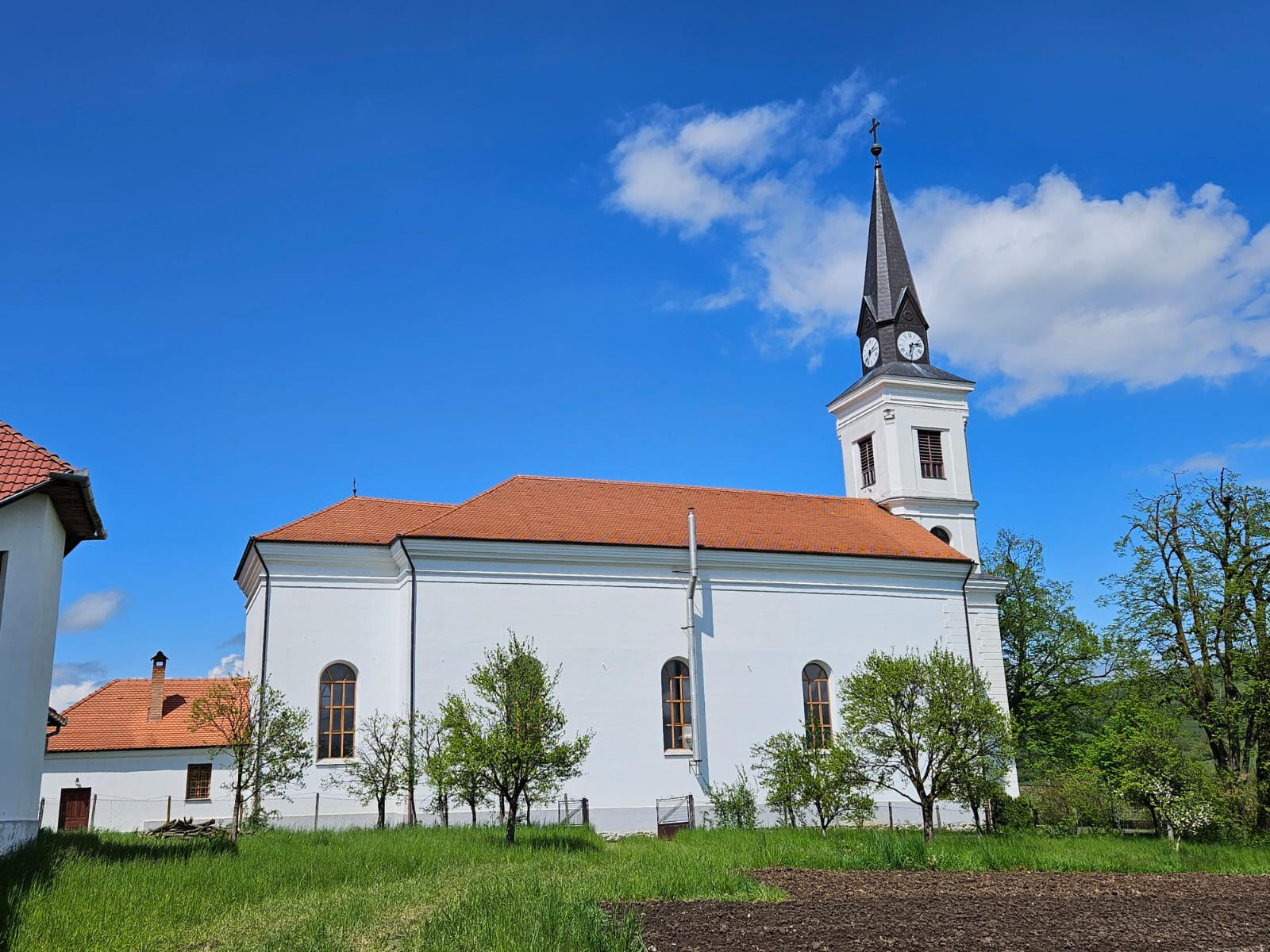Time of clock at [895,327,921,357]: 2:32
